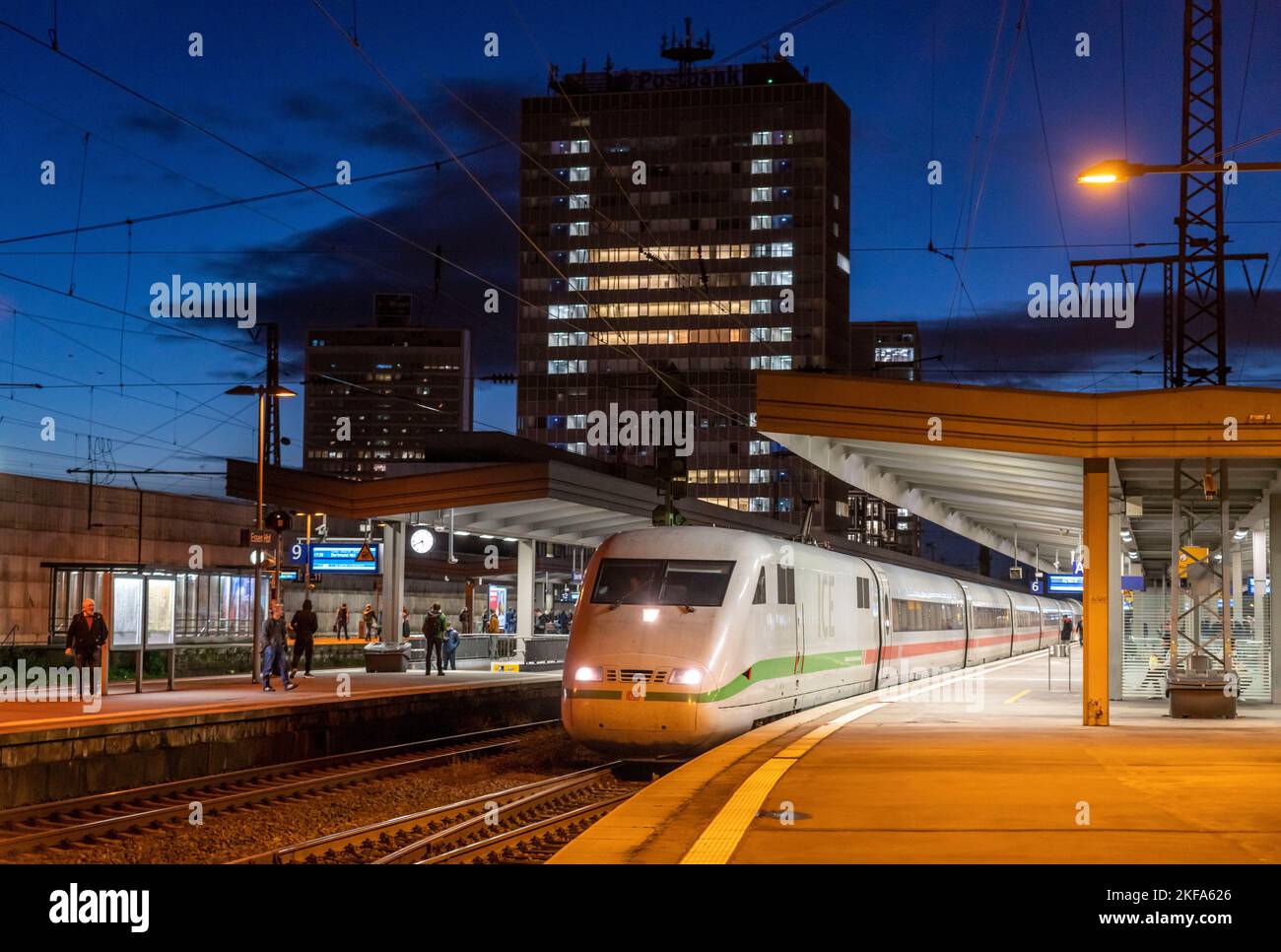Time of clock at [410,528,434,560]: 5:41
